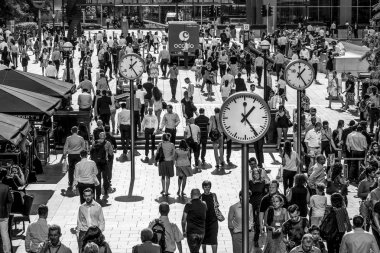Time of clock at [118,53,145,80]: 1:24
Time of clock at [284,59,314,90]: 1:24
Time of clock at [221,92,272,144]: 1:24
